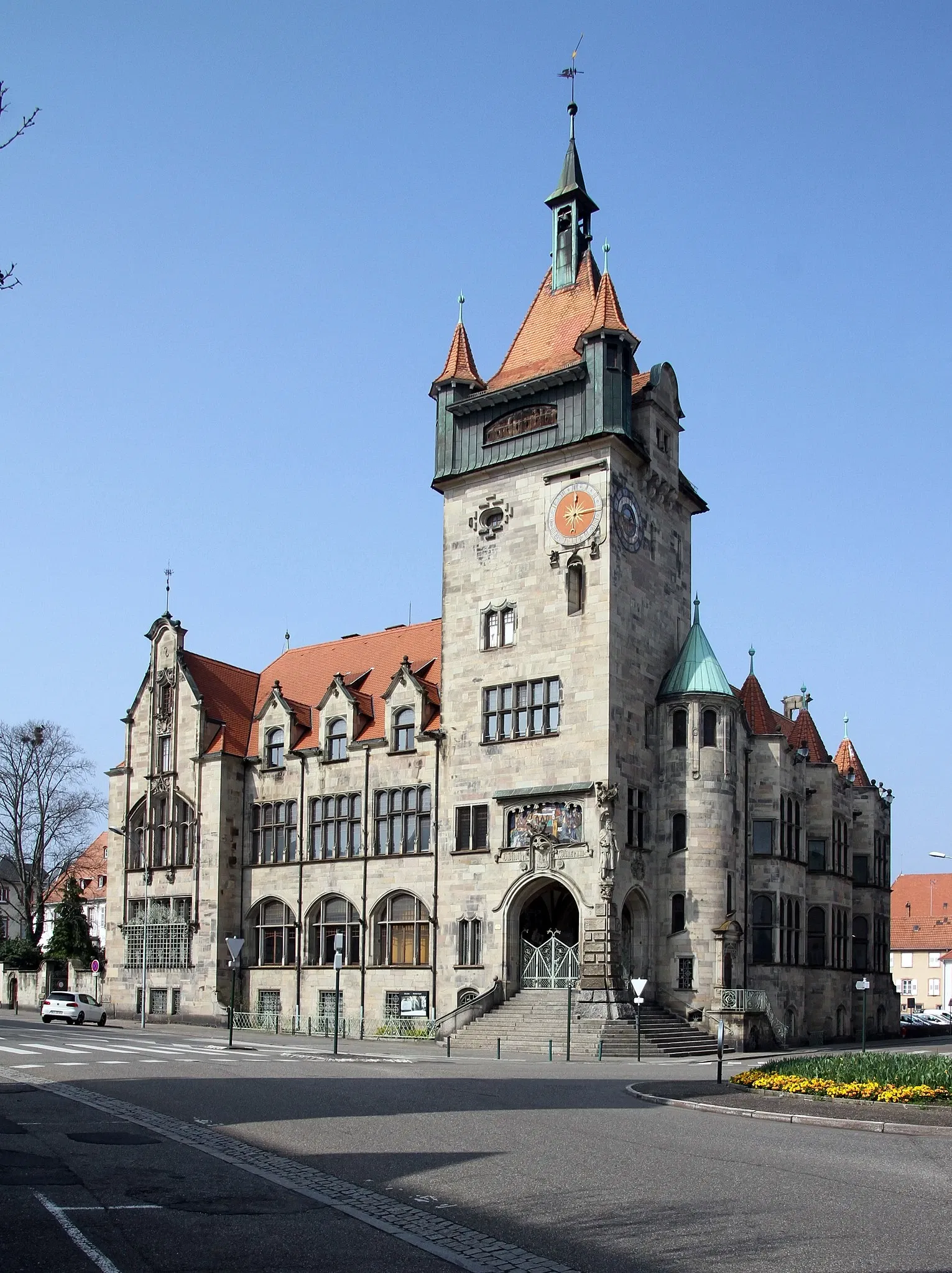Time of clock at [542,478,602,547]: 12:14
